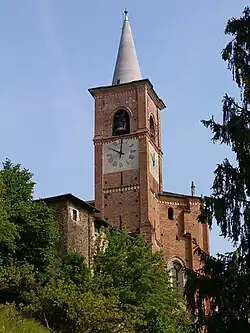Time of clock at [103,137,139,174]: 10:00
